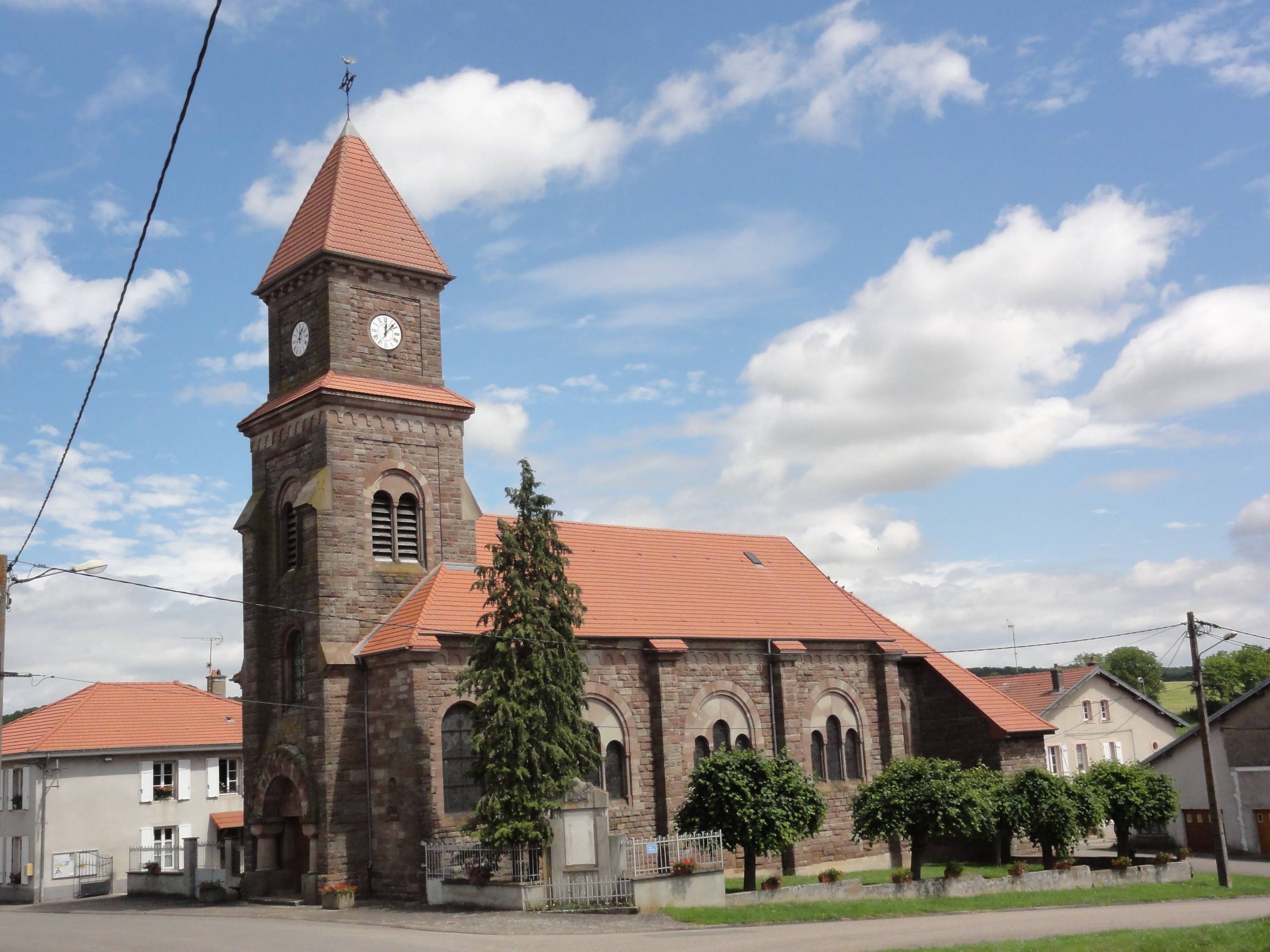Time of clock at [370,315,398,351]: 12:07
